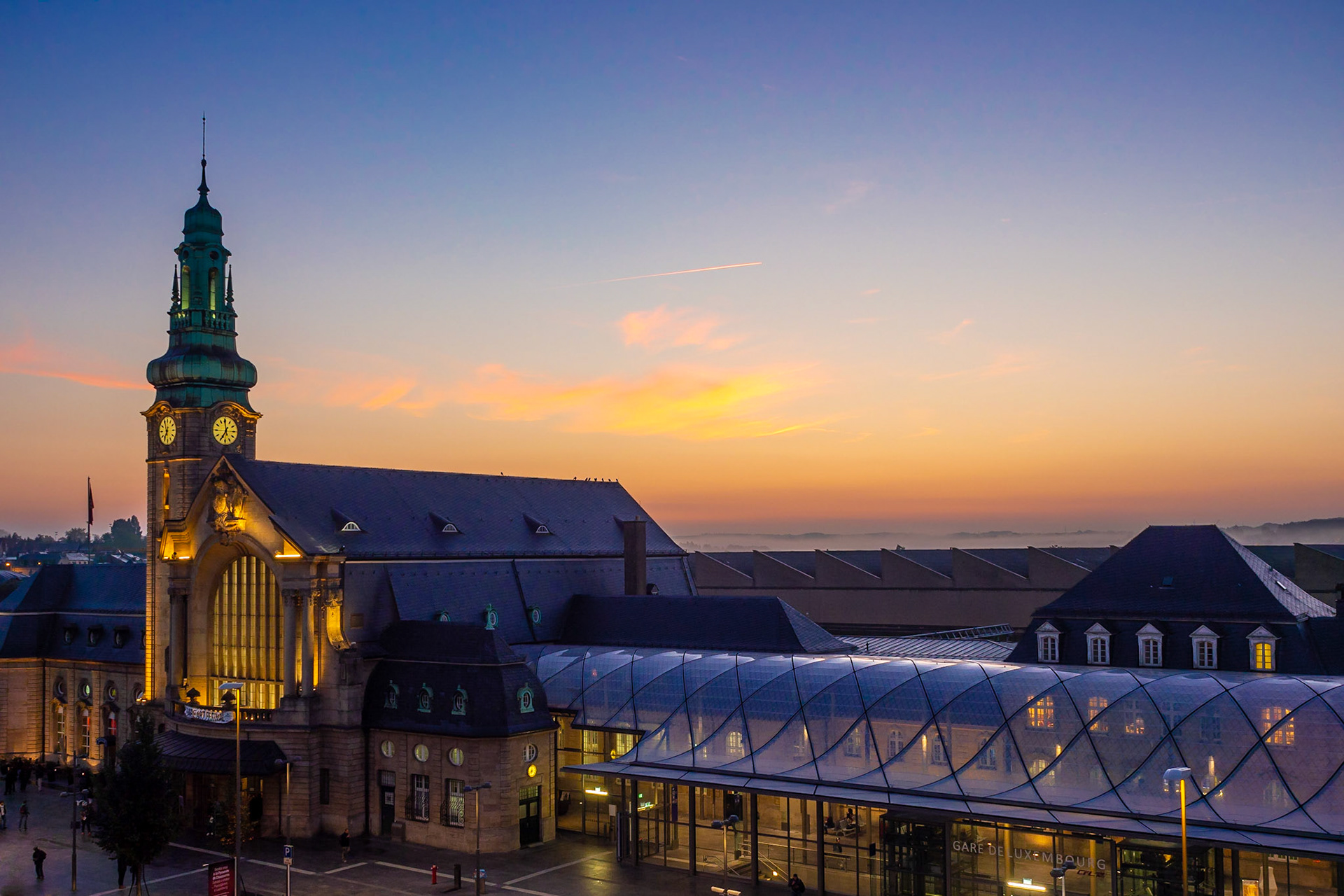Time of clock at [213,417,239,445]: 6:59
